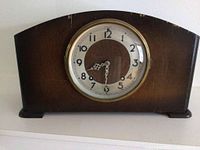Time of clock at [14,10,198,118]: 8:31
